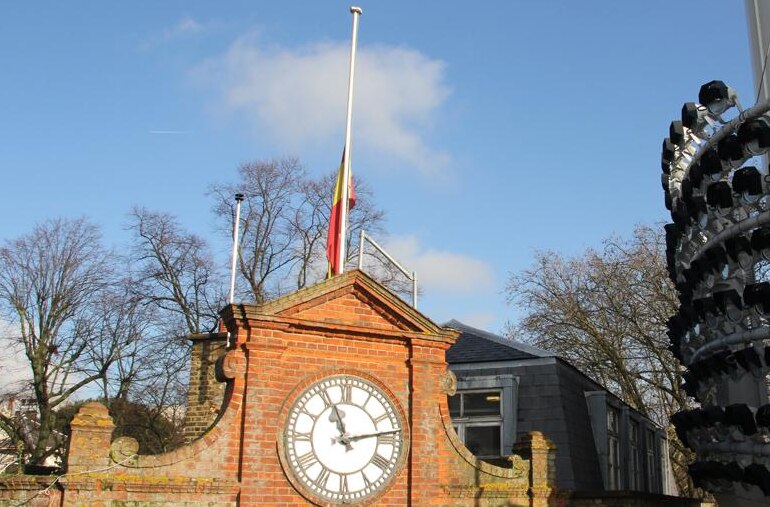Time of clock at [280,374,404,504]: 11:13
